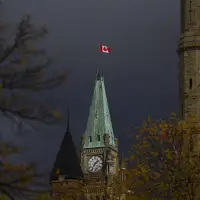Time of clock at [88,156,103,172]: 1:35
